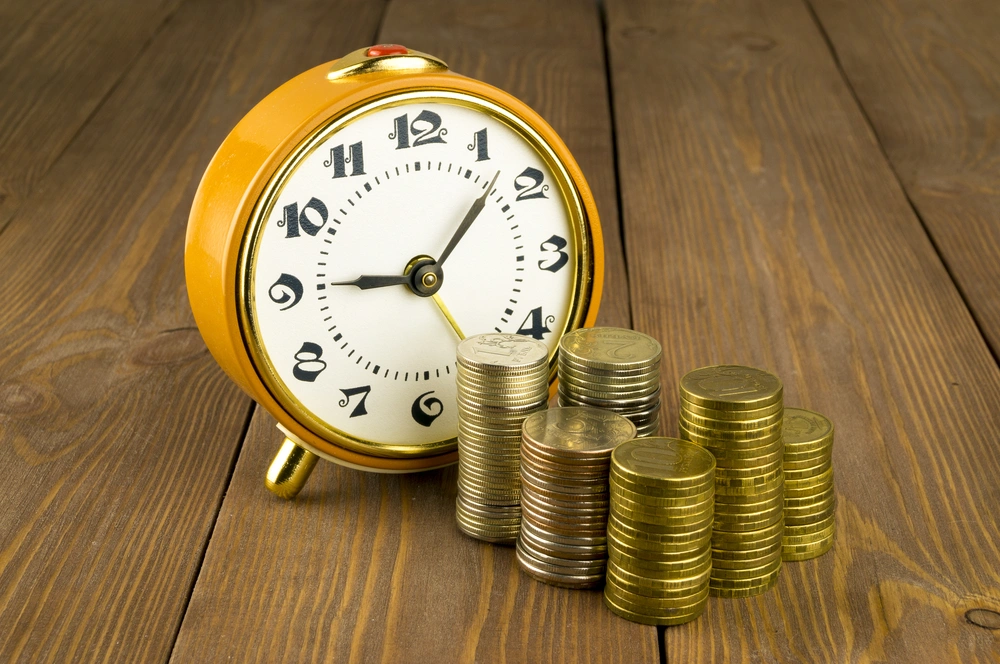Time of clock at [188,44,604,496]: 9:07
